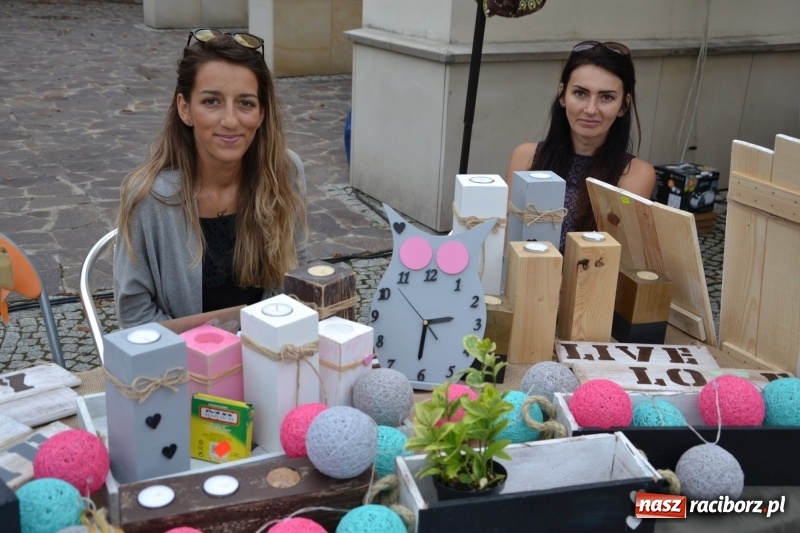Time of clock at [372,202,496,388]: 2:30
